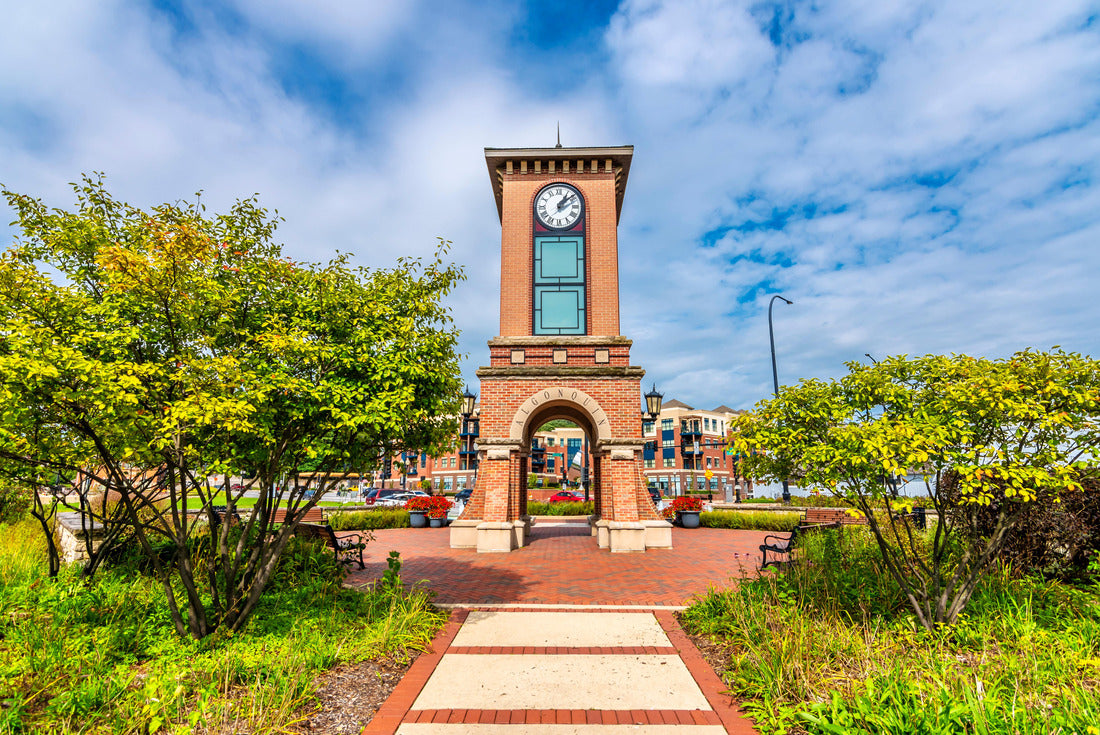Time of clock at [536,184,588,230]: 1:08
